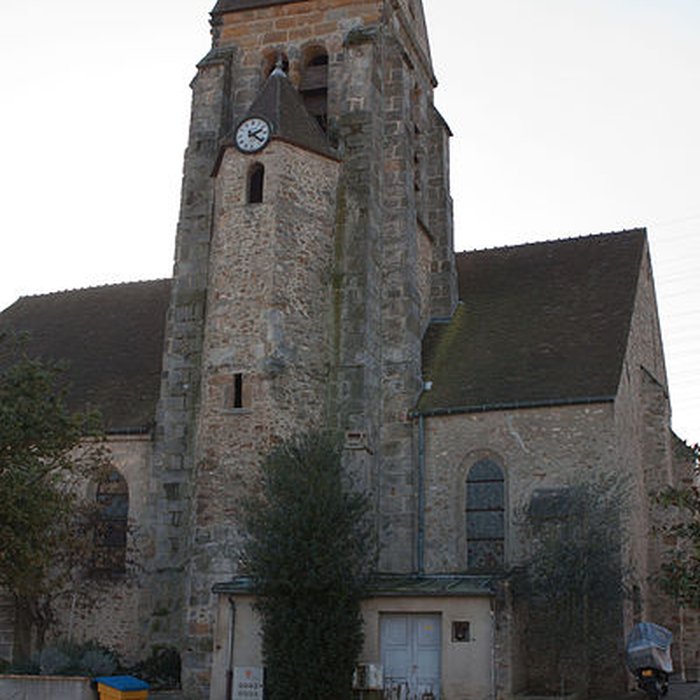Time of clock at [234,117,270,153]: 2:21
